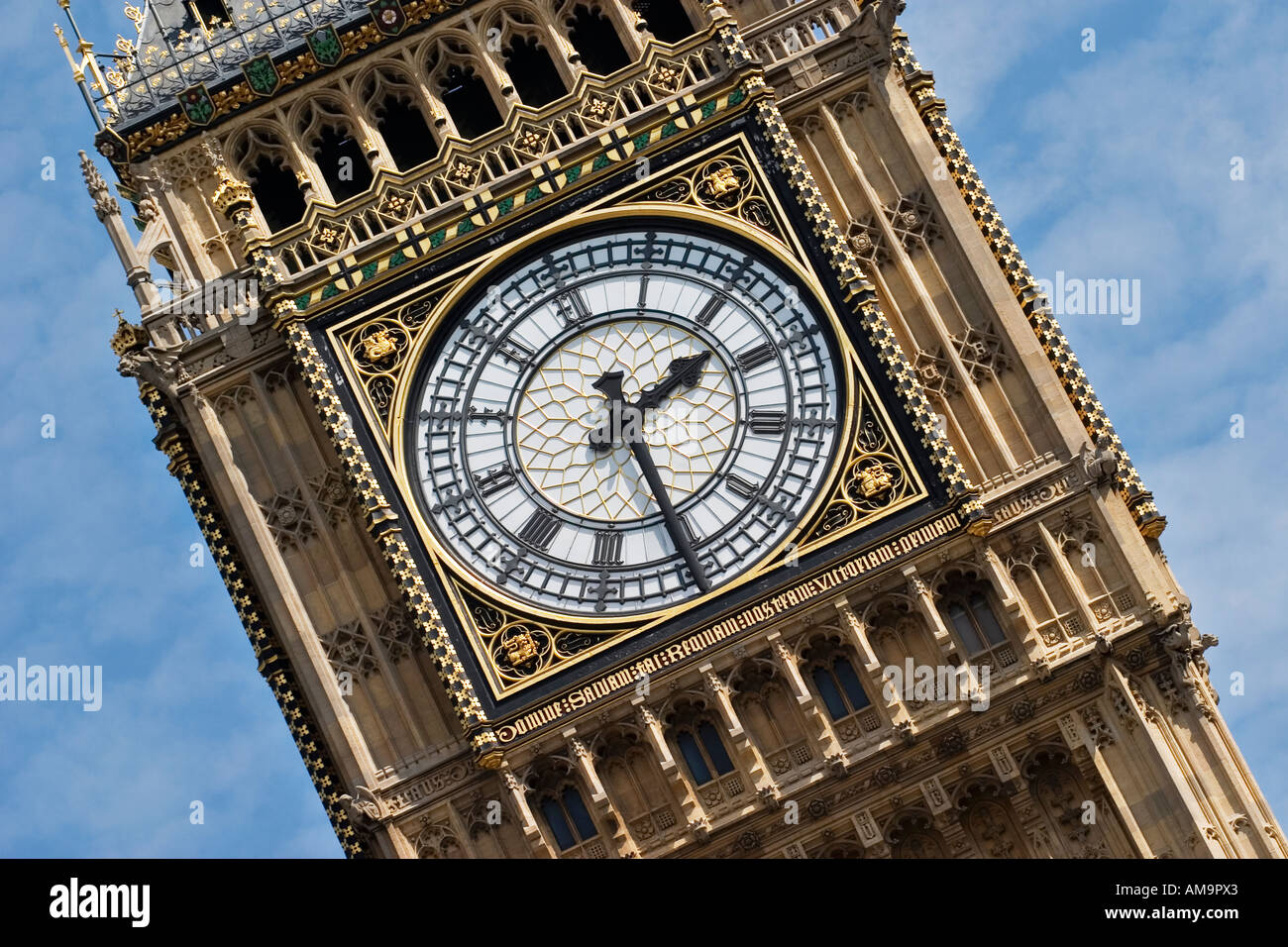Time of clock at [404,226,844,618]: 1:25
